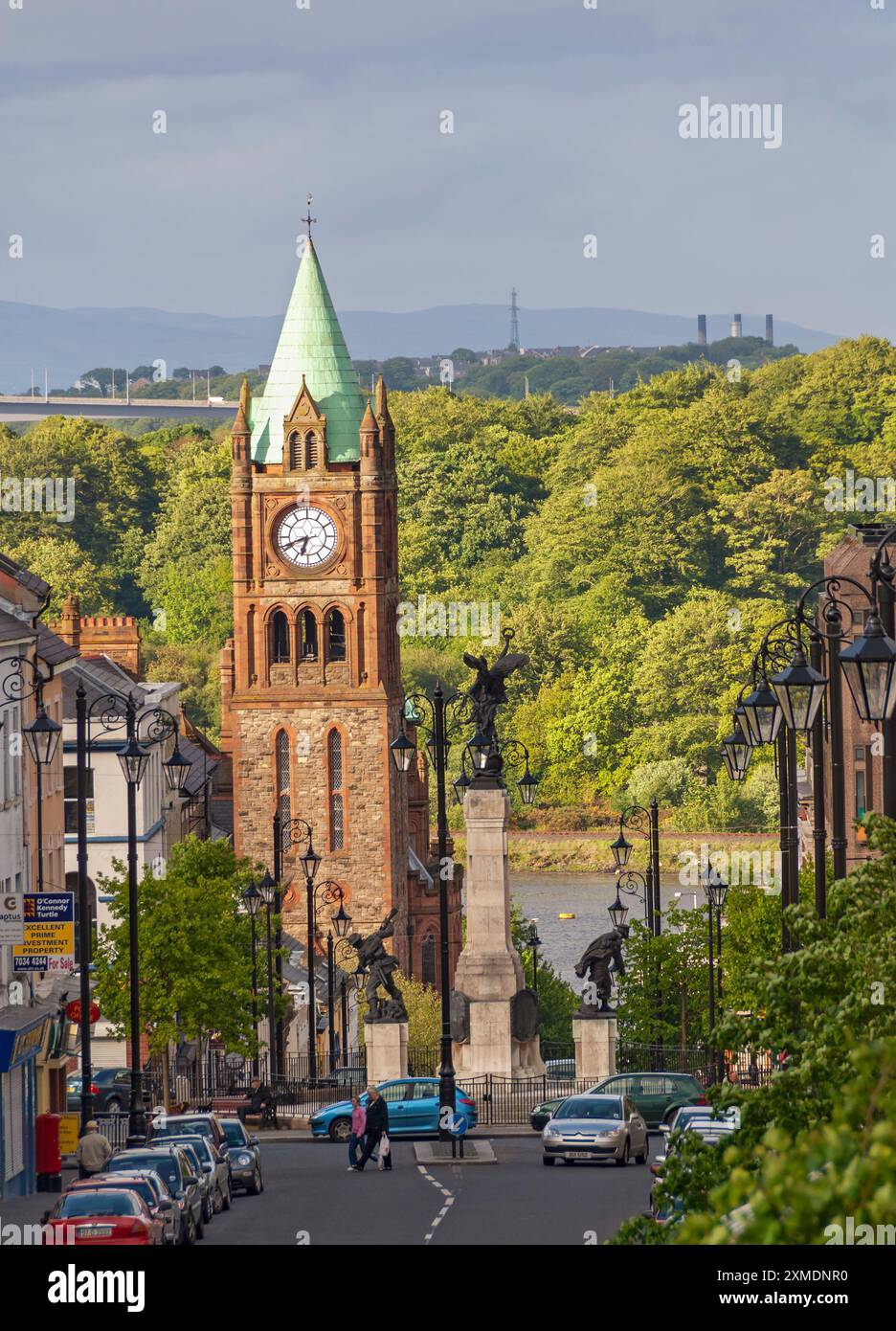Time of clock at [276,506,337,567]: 6:41
